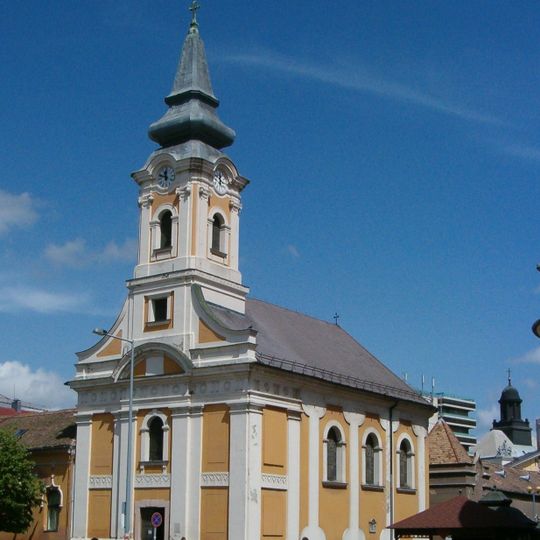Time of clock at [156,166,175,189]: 11:47
